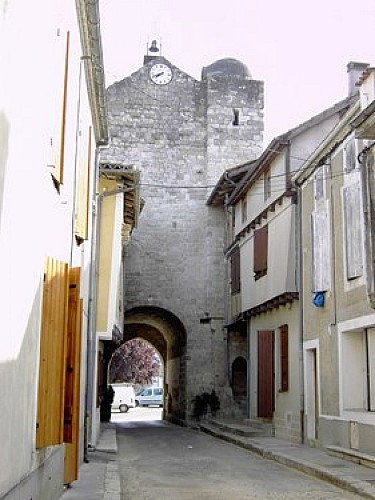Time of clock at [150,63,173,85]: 7:41
